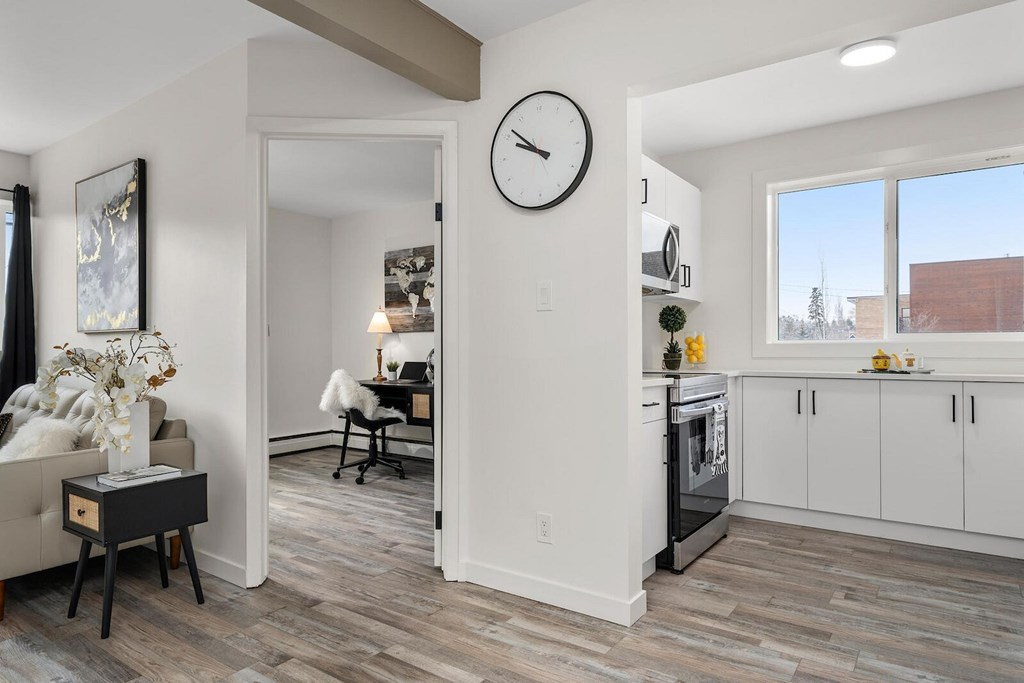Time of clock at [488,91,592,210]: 9:51
